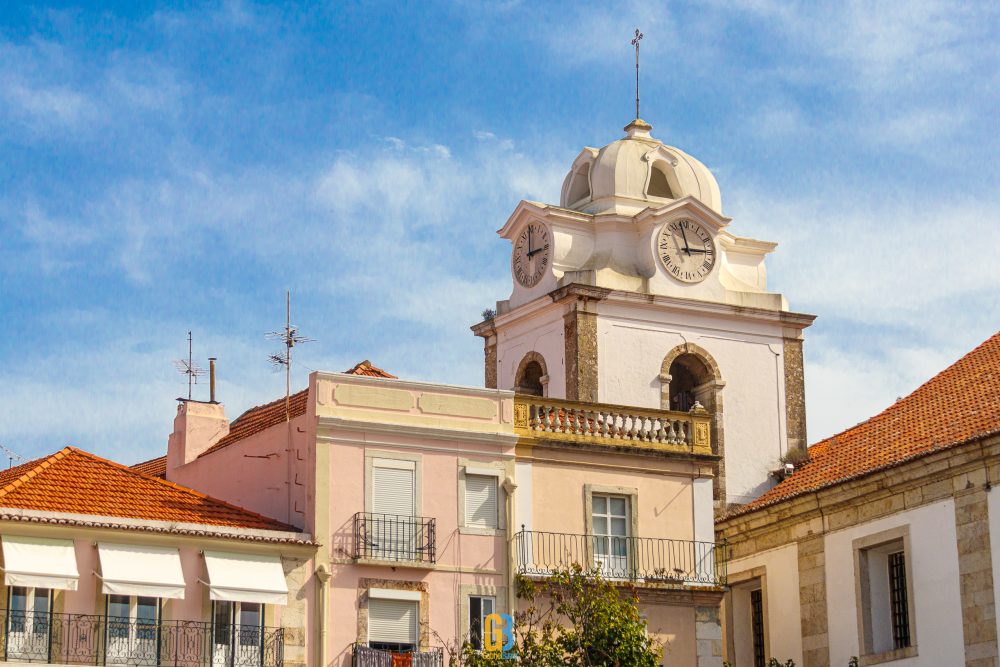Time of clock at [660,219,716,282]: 2:58
